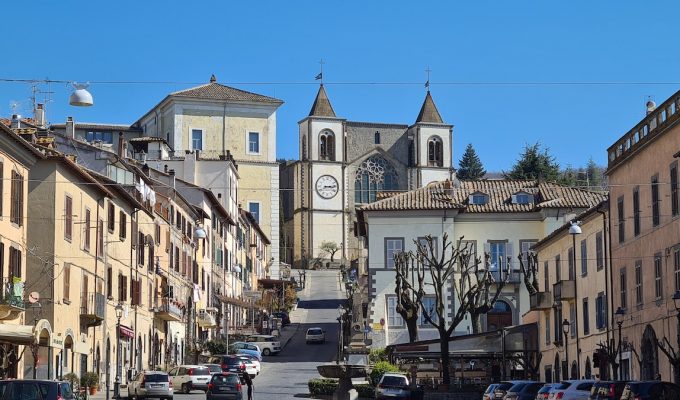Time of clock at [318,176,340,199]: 3:13
